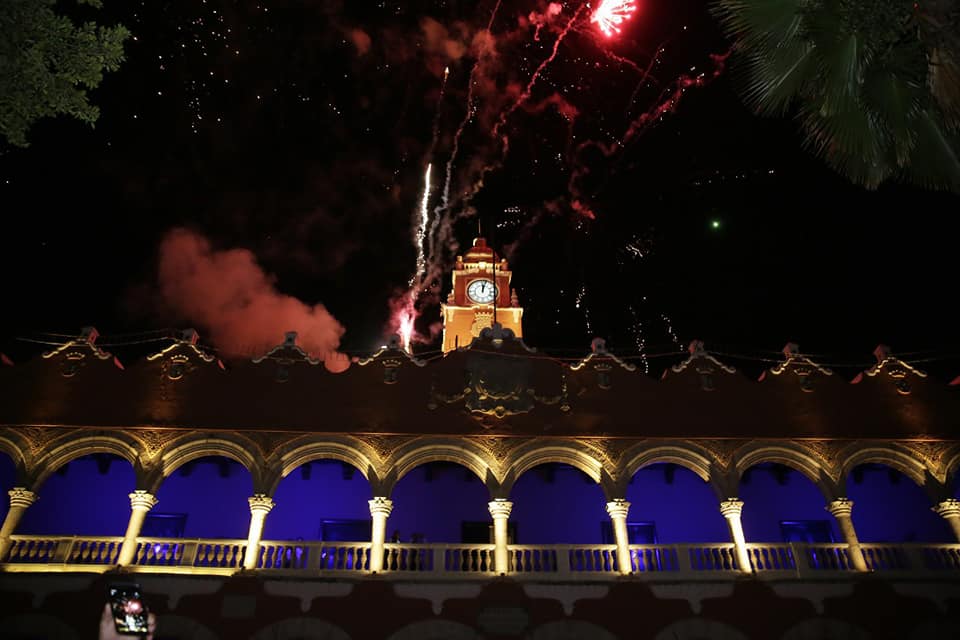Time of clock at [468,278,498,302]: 12:02
